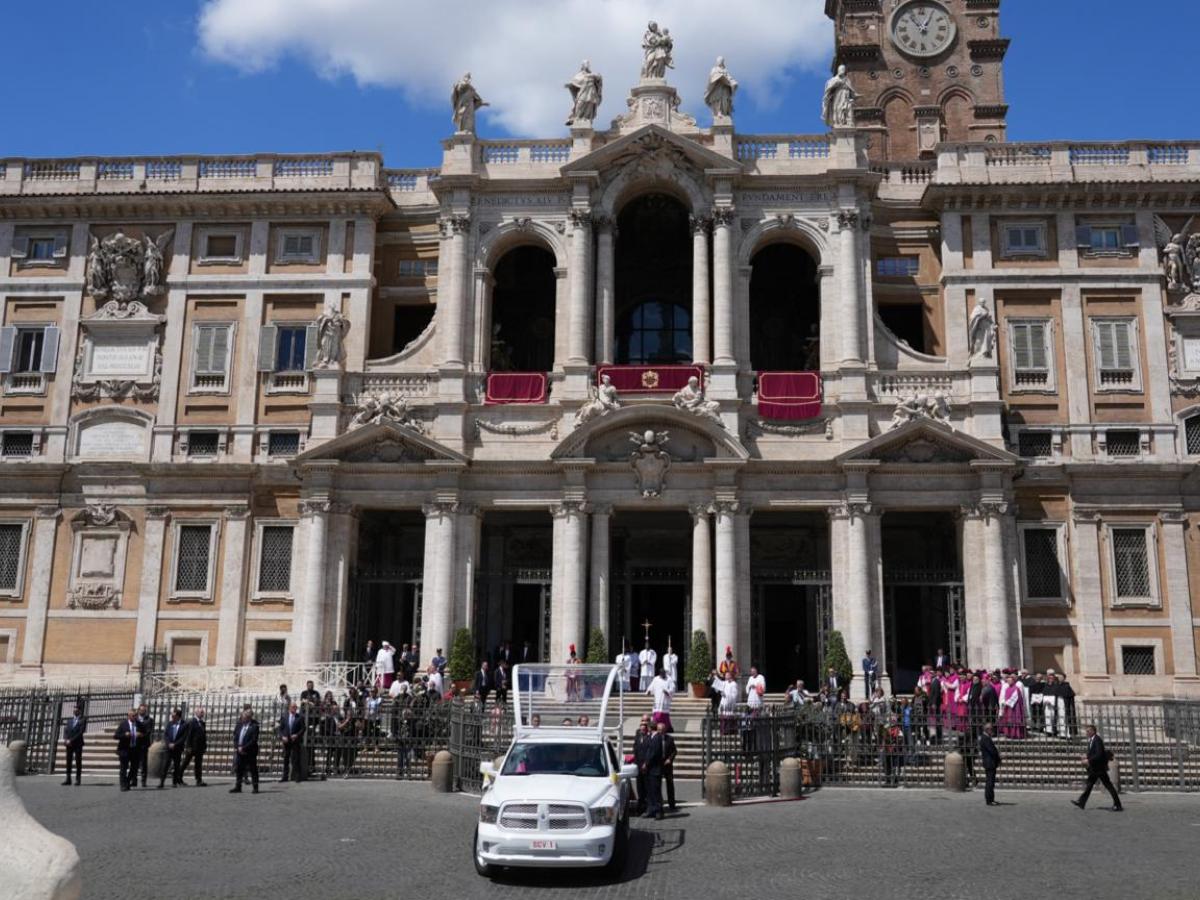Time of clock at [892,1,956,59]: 12:53
